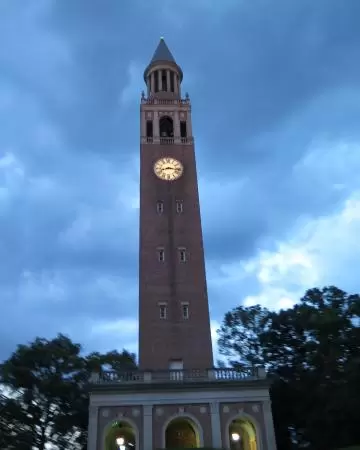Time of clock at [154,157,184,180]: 8:16
